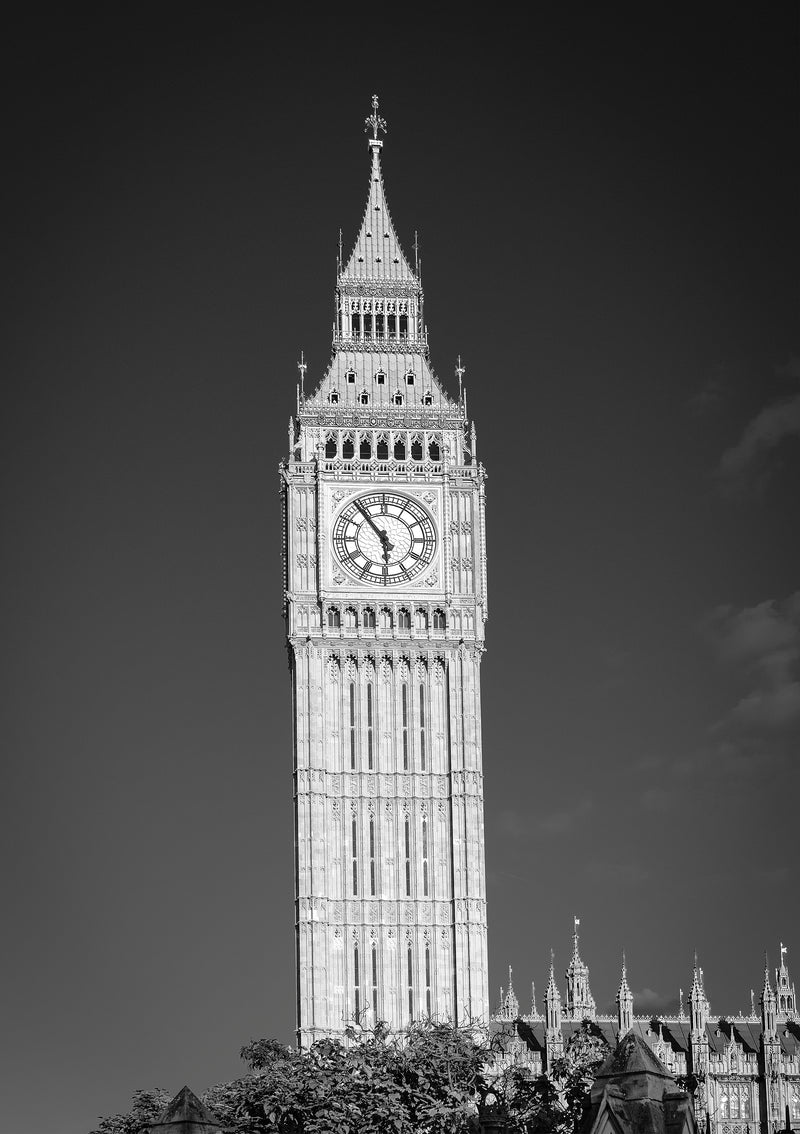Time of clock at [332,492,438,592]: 5:53
